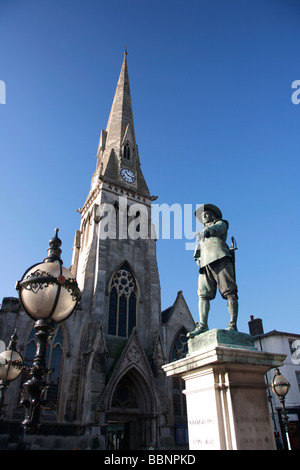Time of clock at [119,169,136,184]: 10:17
